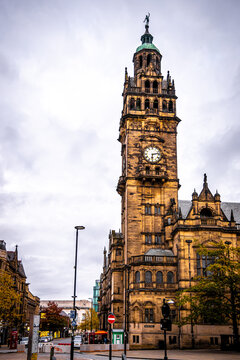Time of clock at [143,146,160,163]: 6:13
